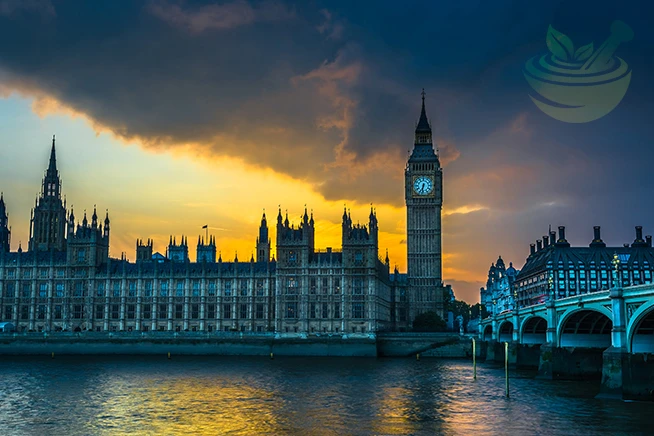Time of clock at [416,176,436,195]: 6:32
